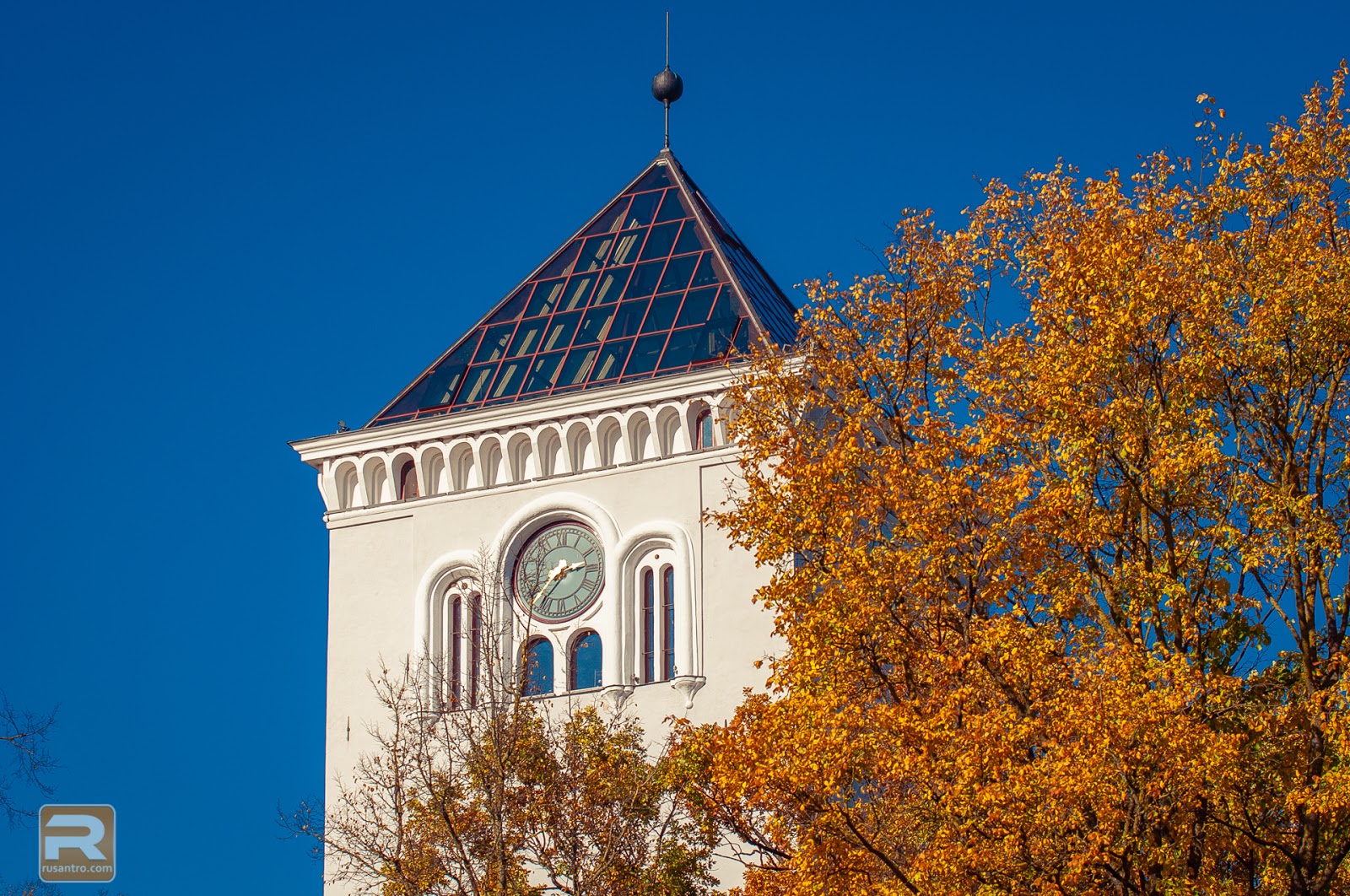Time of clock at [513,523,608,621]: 2:36
